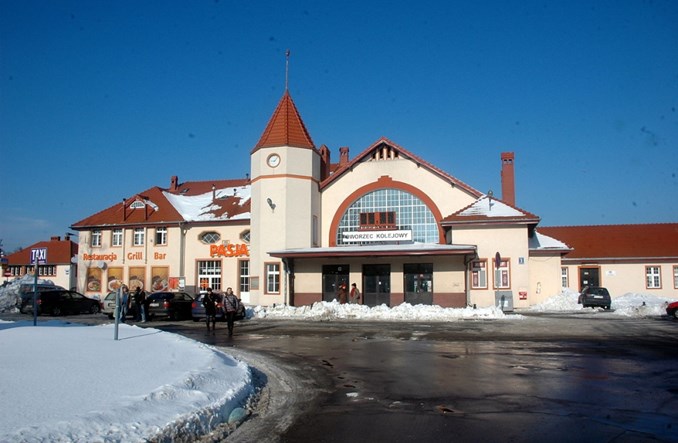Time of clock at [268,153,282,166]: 9:07
